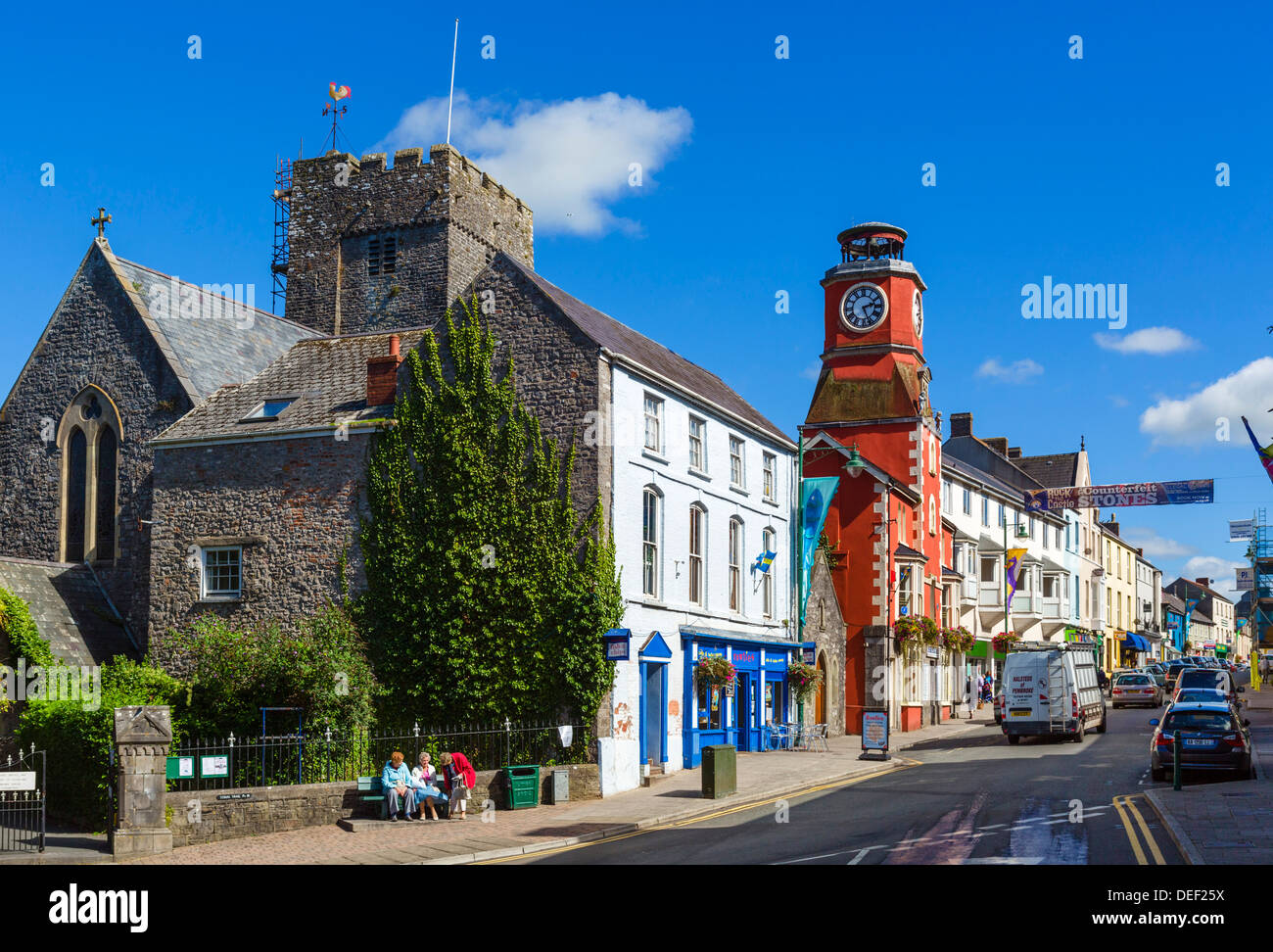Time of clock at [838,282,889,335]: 2:26
